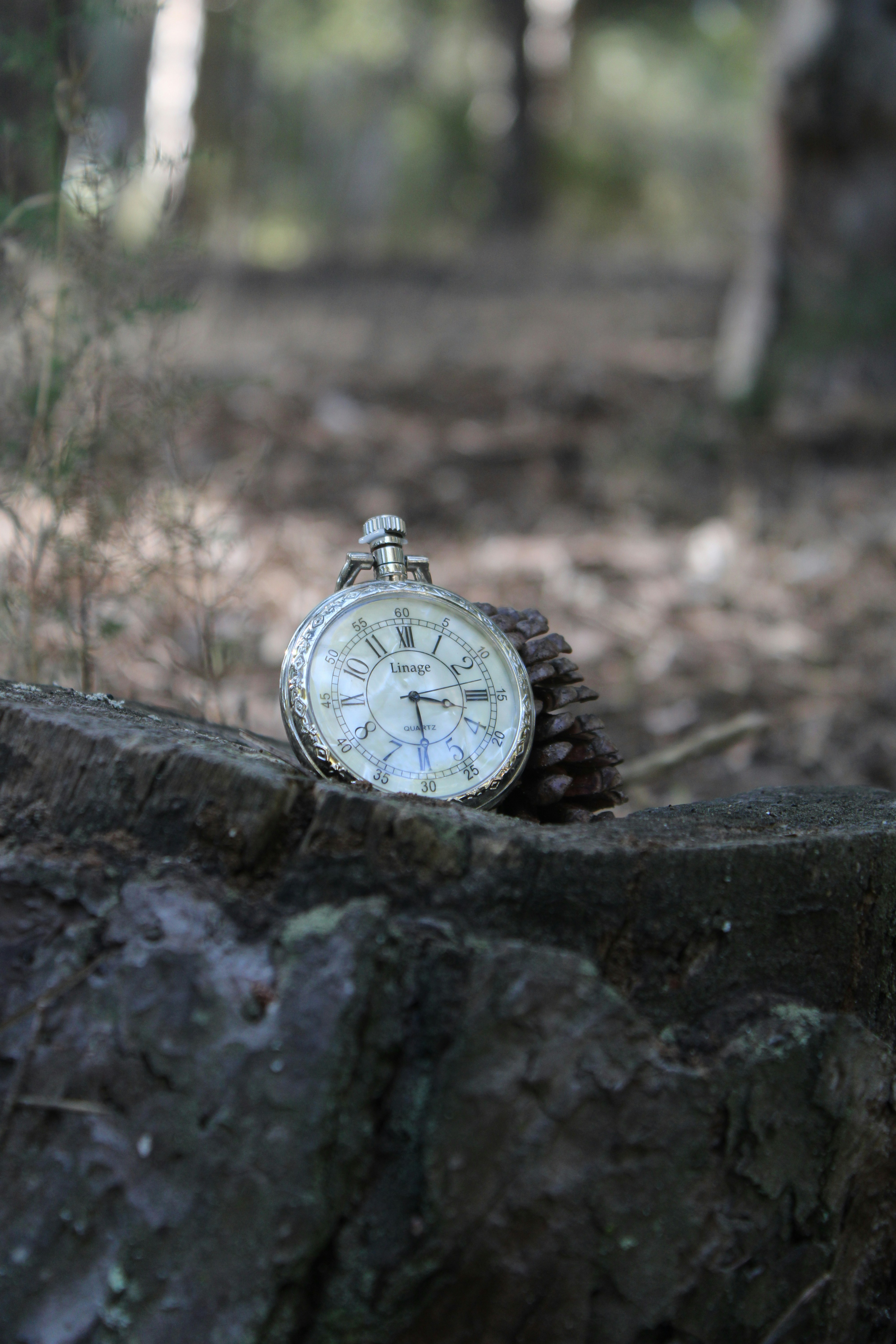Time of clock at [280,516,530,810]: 3:29
